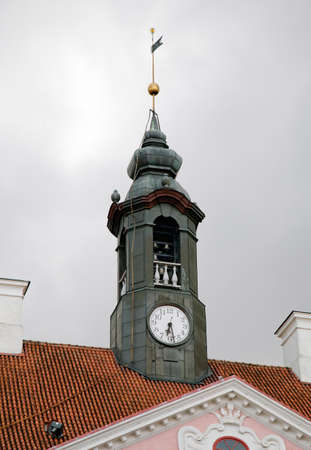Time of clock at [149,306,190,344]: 6:28
